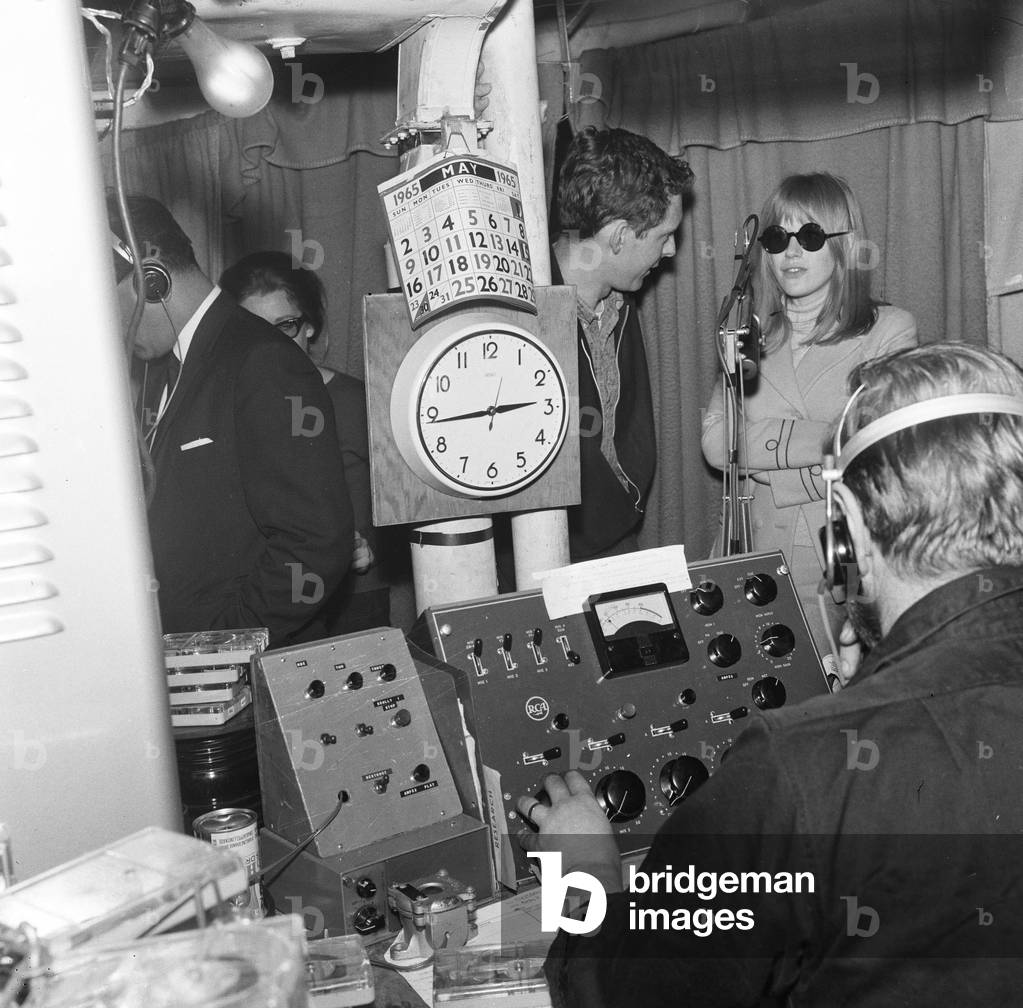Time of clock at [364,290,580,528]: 2:43
